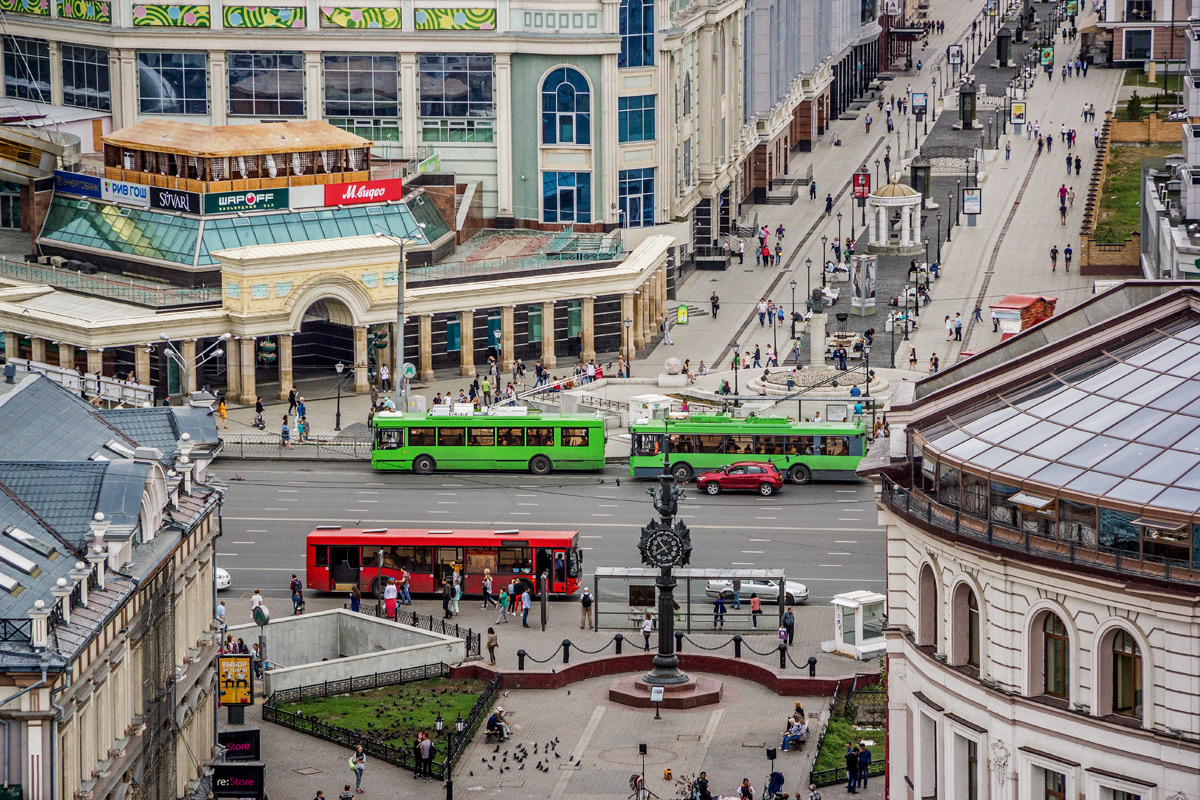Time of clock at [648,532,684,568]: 10:39
